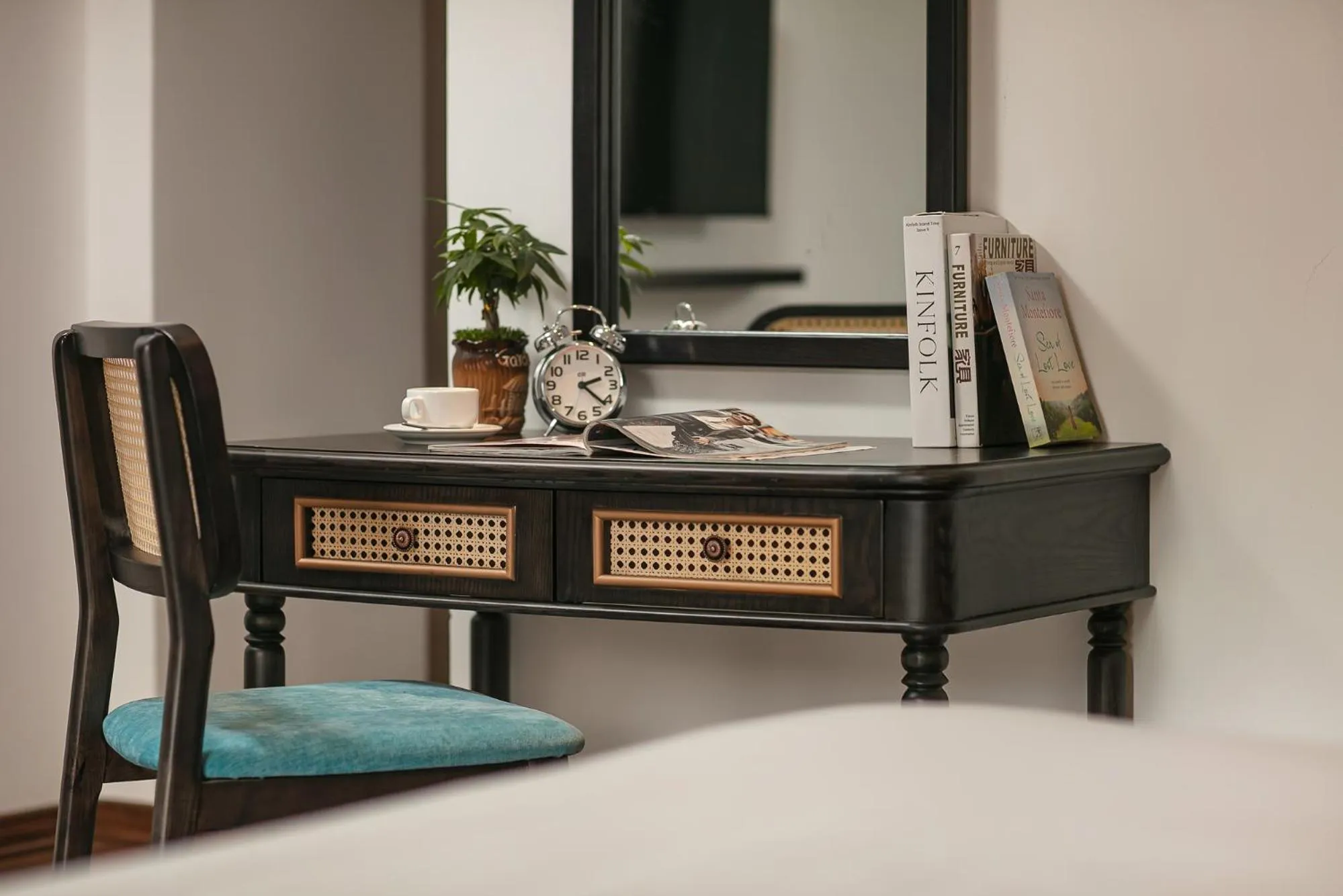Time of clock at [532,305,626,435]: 2:21
